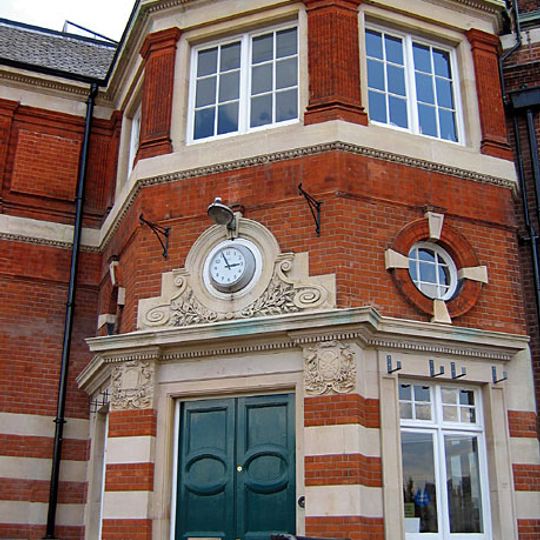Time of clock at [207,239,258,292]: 2:55
